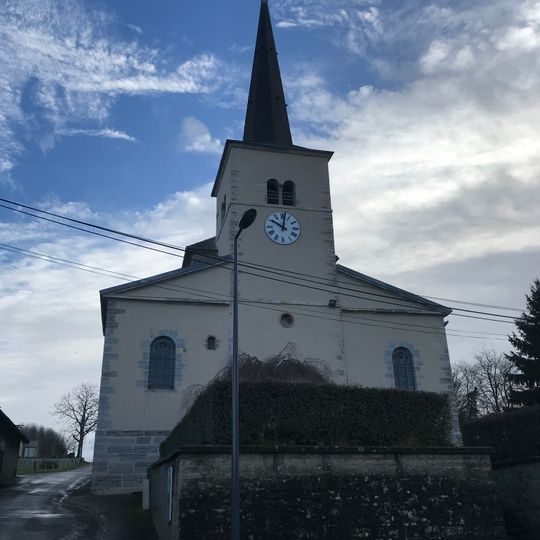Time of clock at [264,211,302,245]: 10:01
